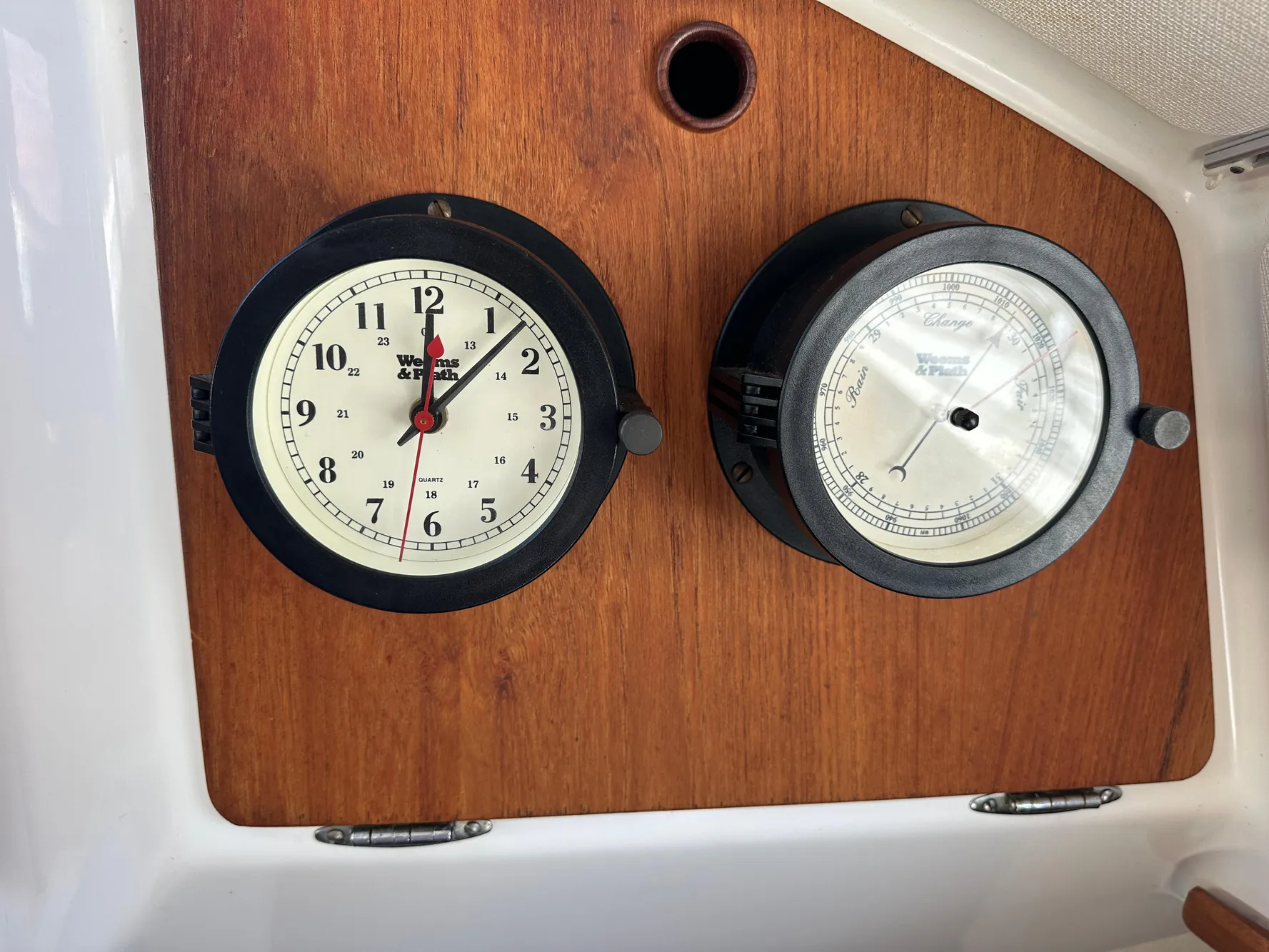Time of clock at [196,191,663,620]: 12:07
